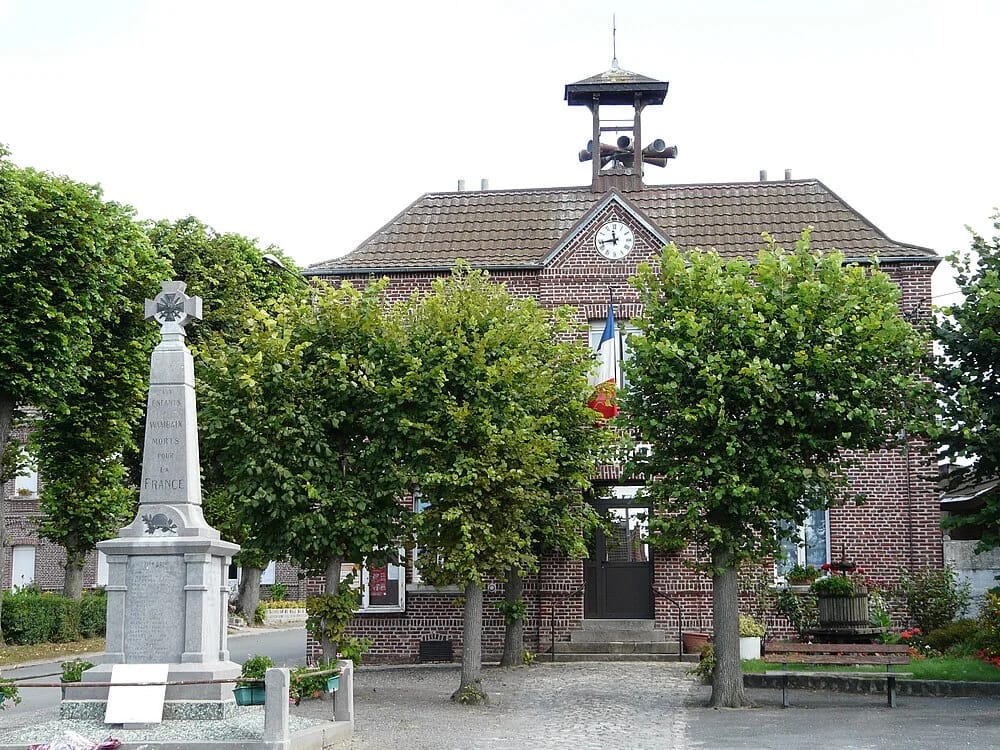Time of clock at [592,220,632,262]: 11:43
